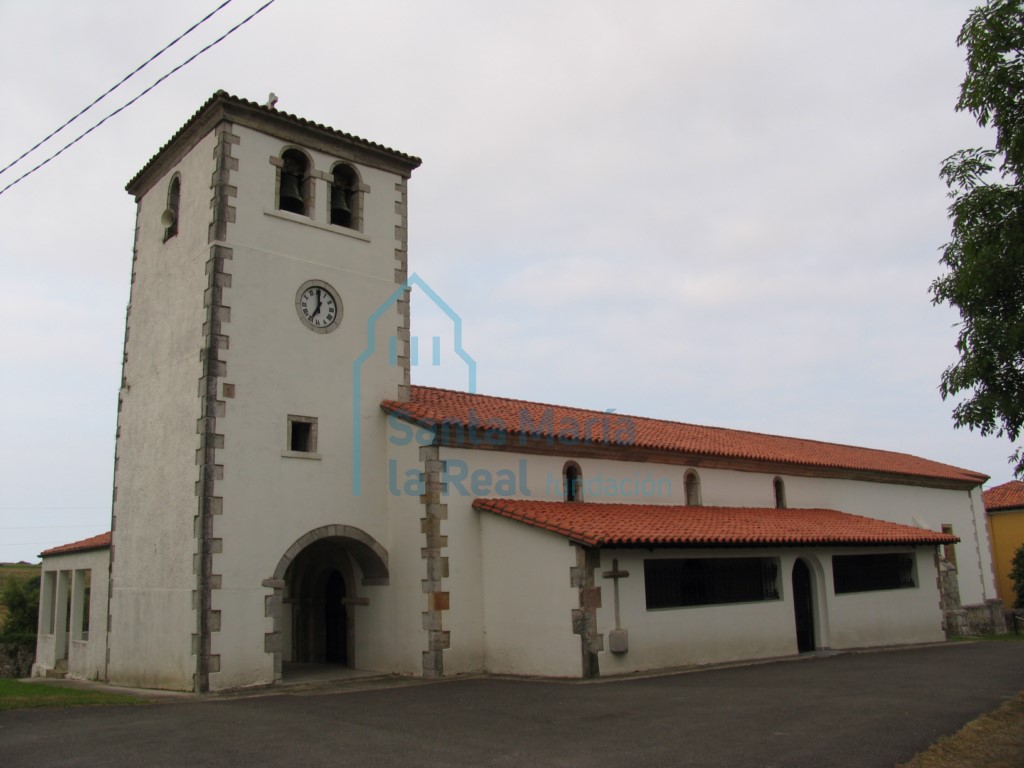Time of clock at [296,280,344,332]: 7:00
